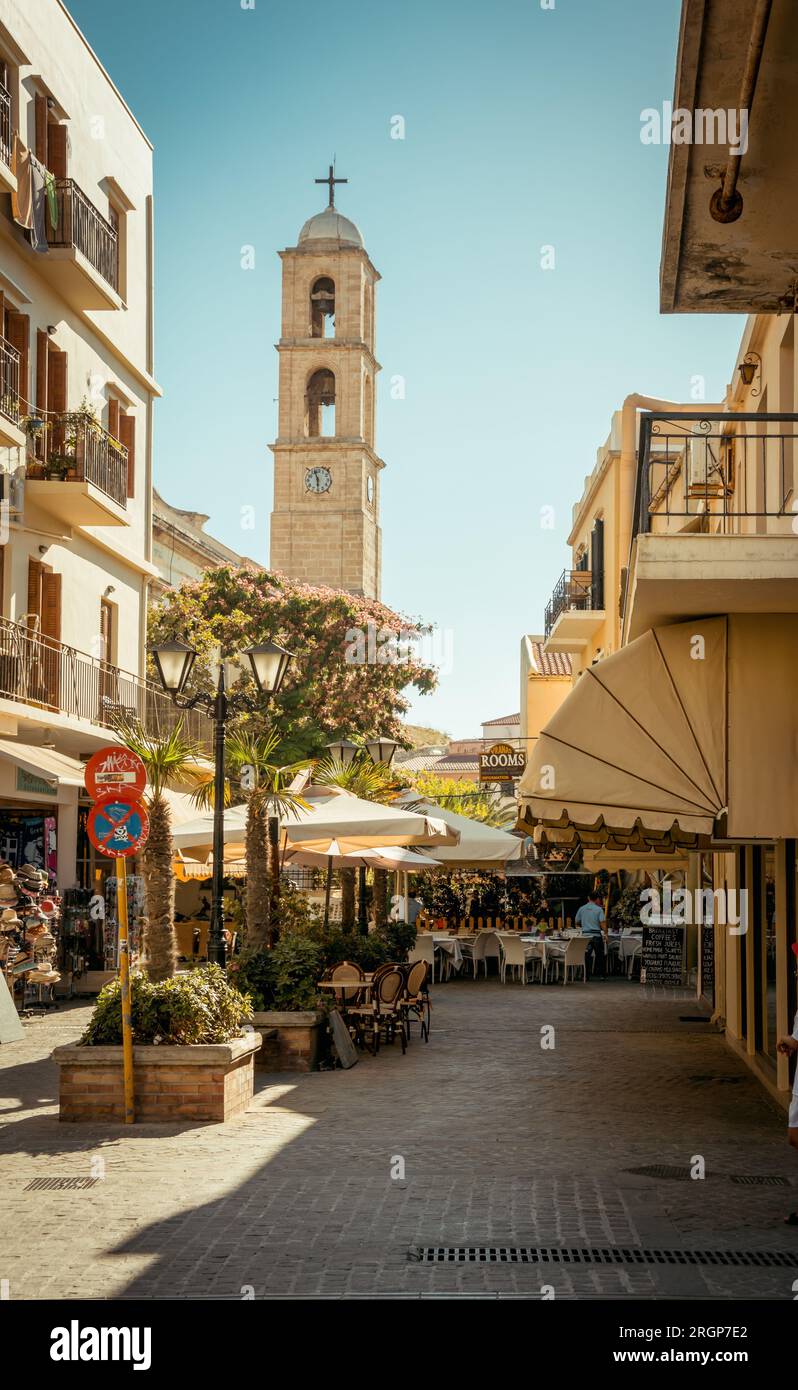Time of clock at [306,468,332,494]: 5:57
